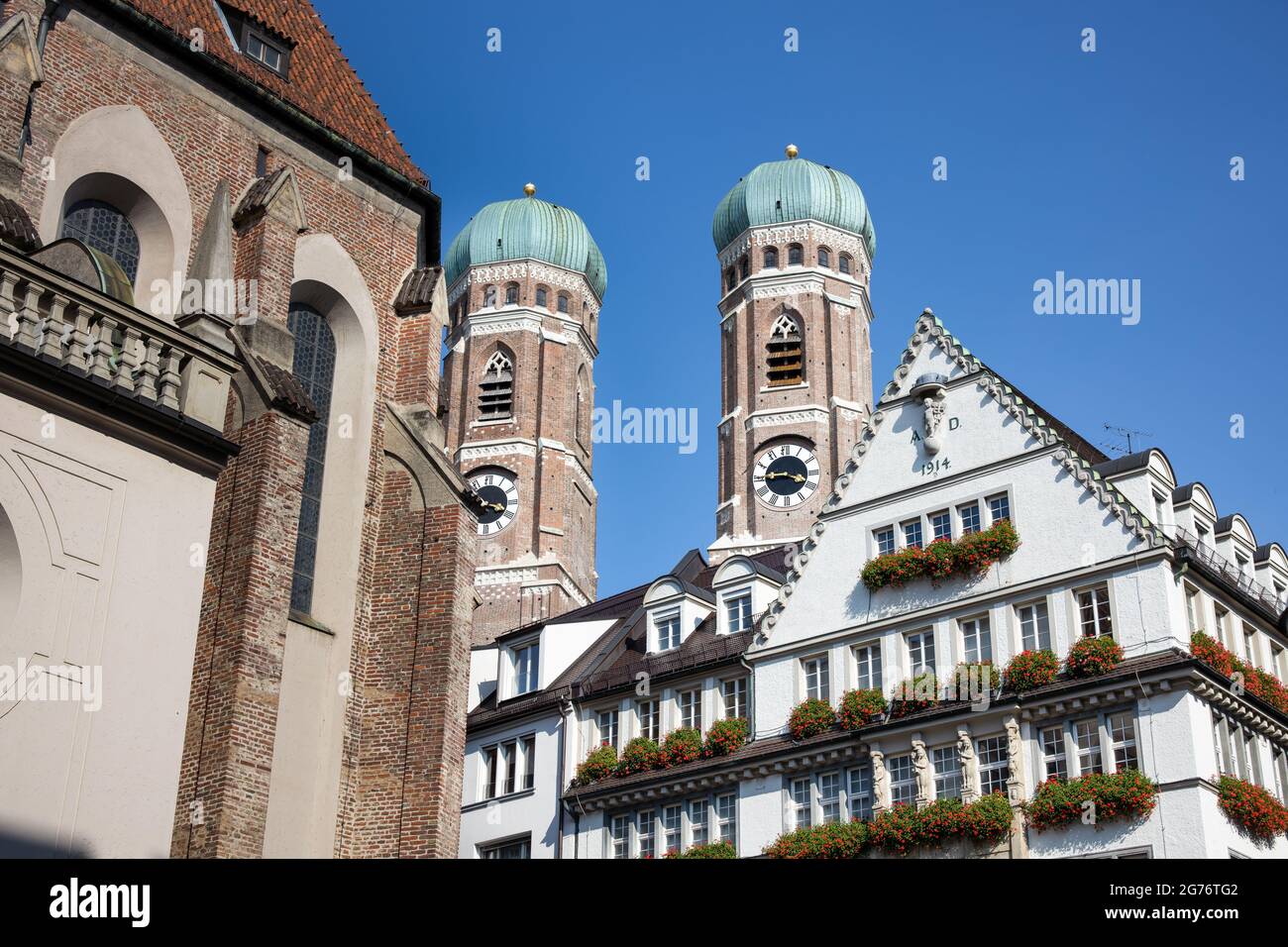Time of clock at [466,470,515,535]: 3:52
